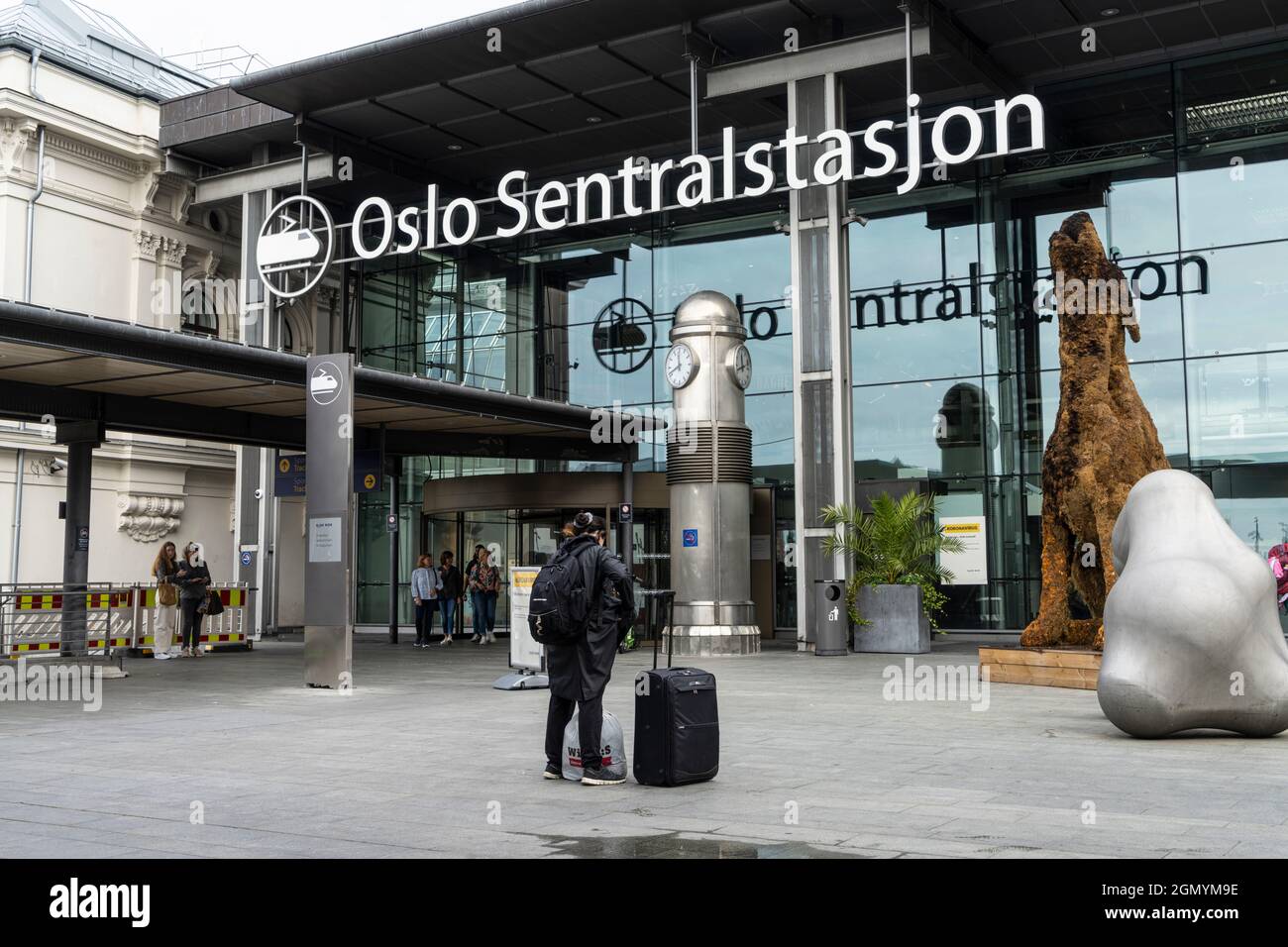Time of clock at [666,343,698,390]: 11:41
